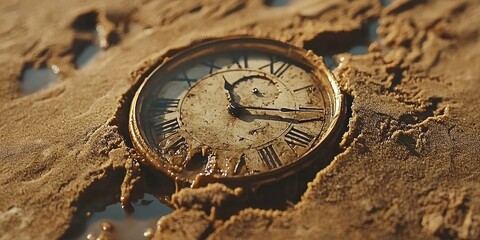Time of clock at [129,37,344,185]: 11:17
